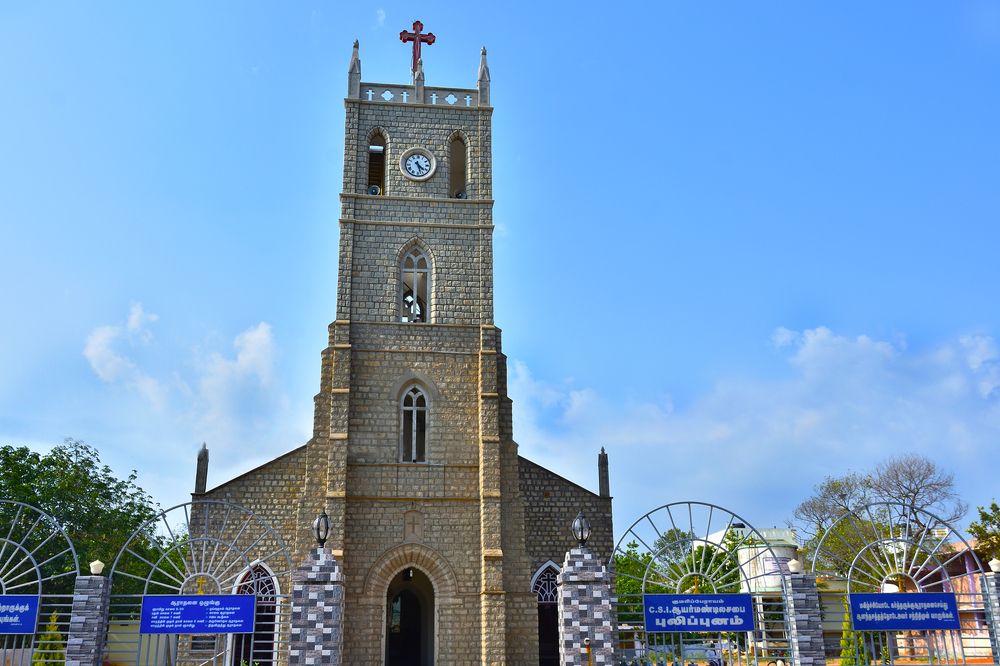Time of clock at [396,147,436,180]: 4:27
